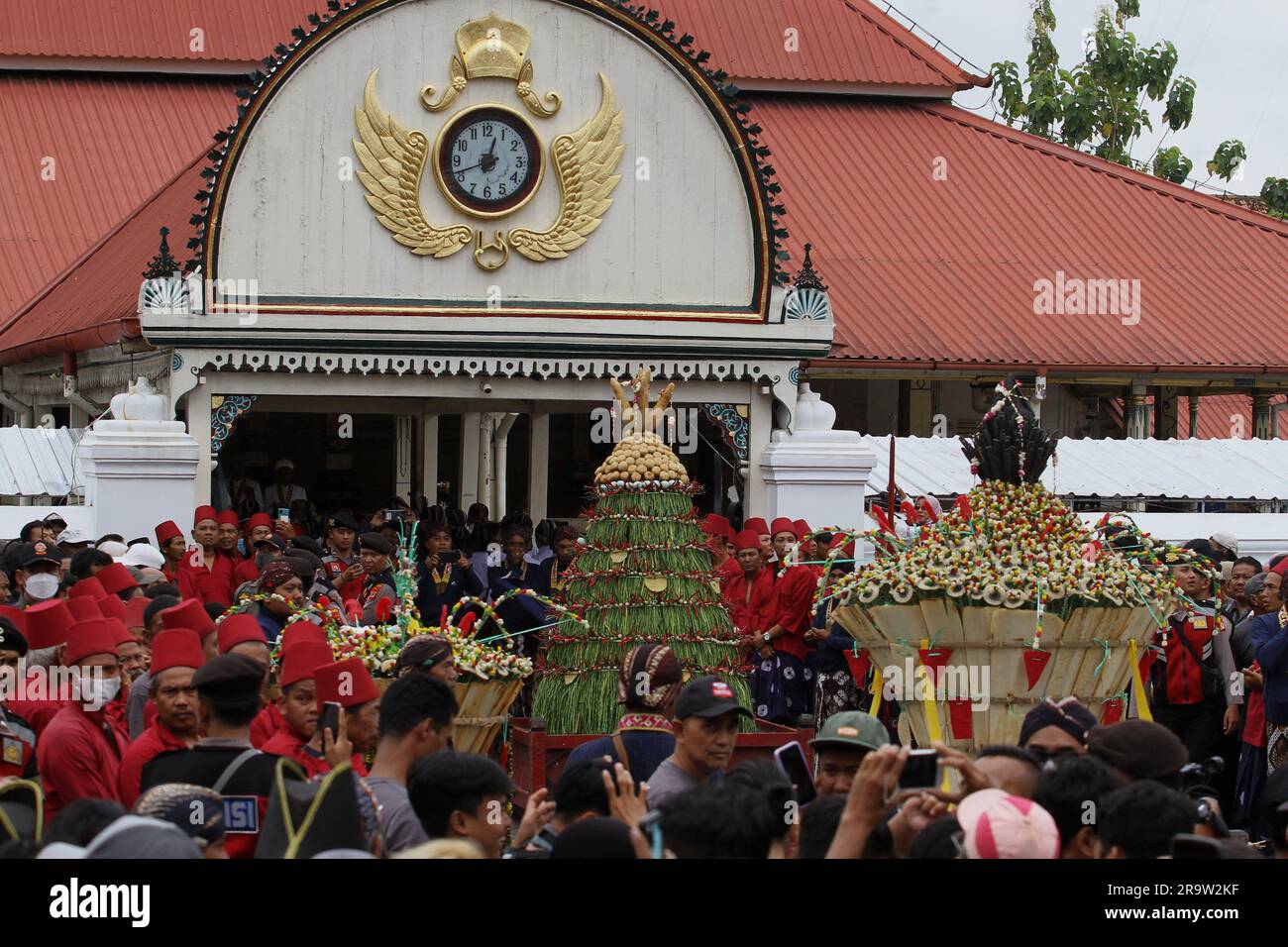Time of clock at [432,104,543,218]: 12:41
